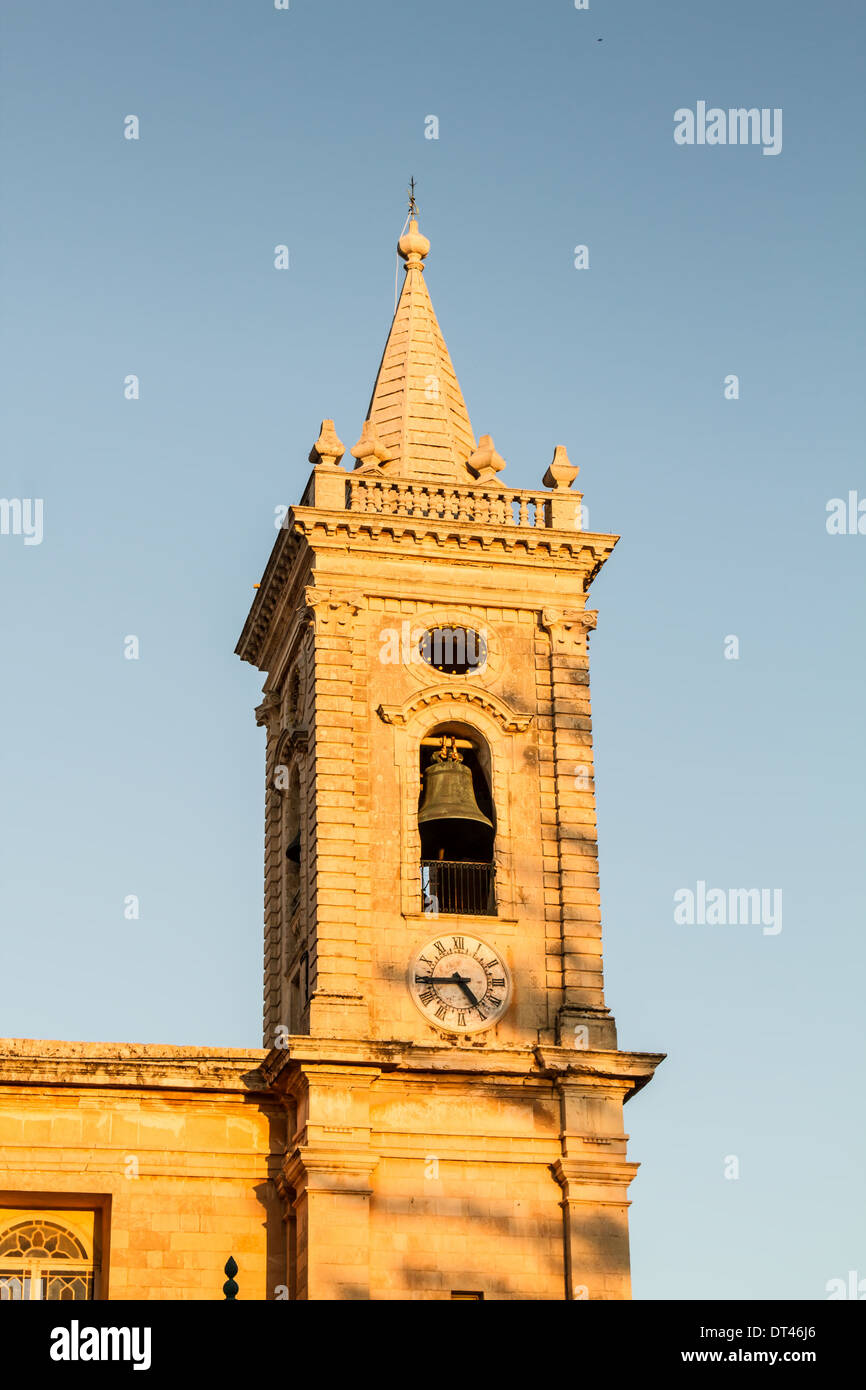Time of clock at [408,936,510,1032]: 4:44
